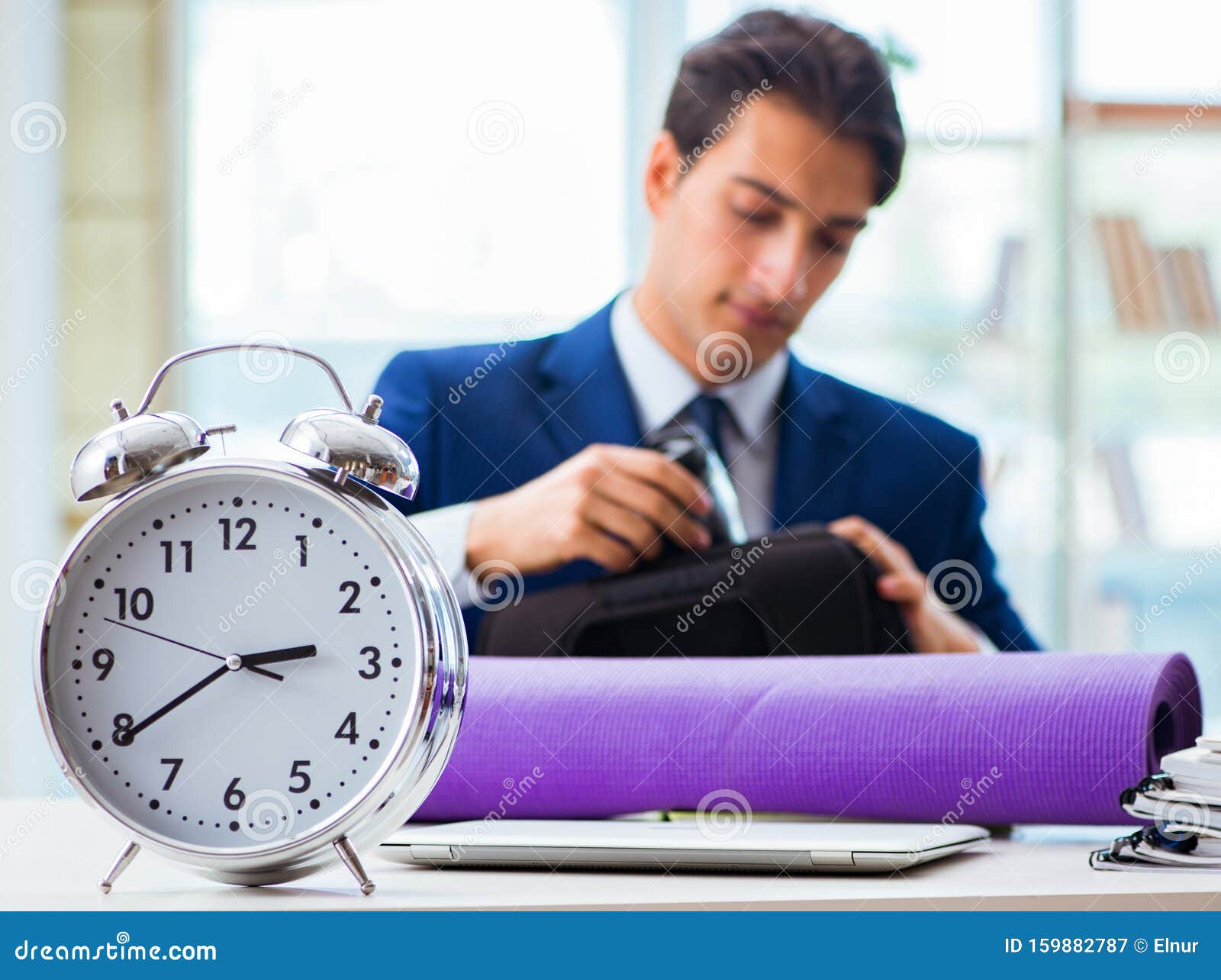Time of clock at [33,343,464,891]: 2:39
